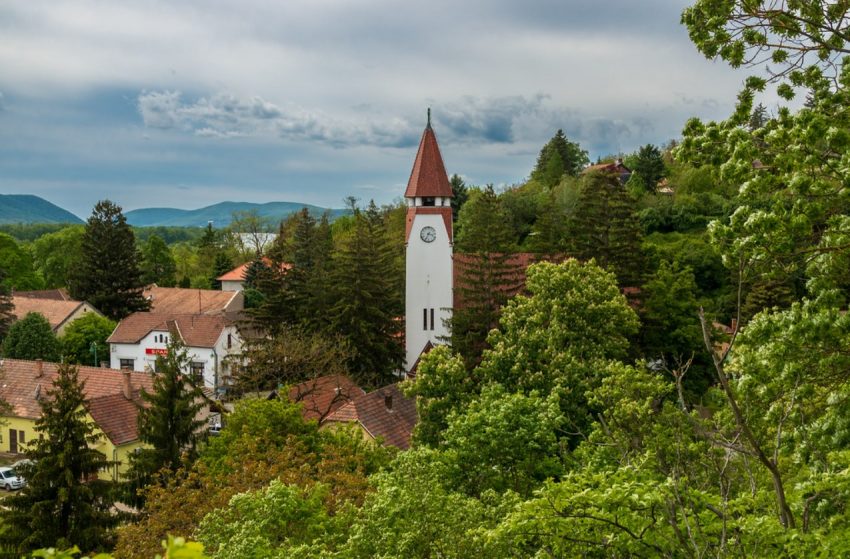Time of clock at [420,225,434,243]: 3:34
